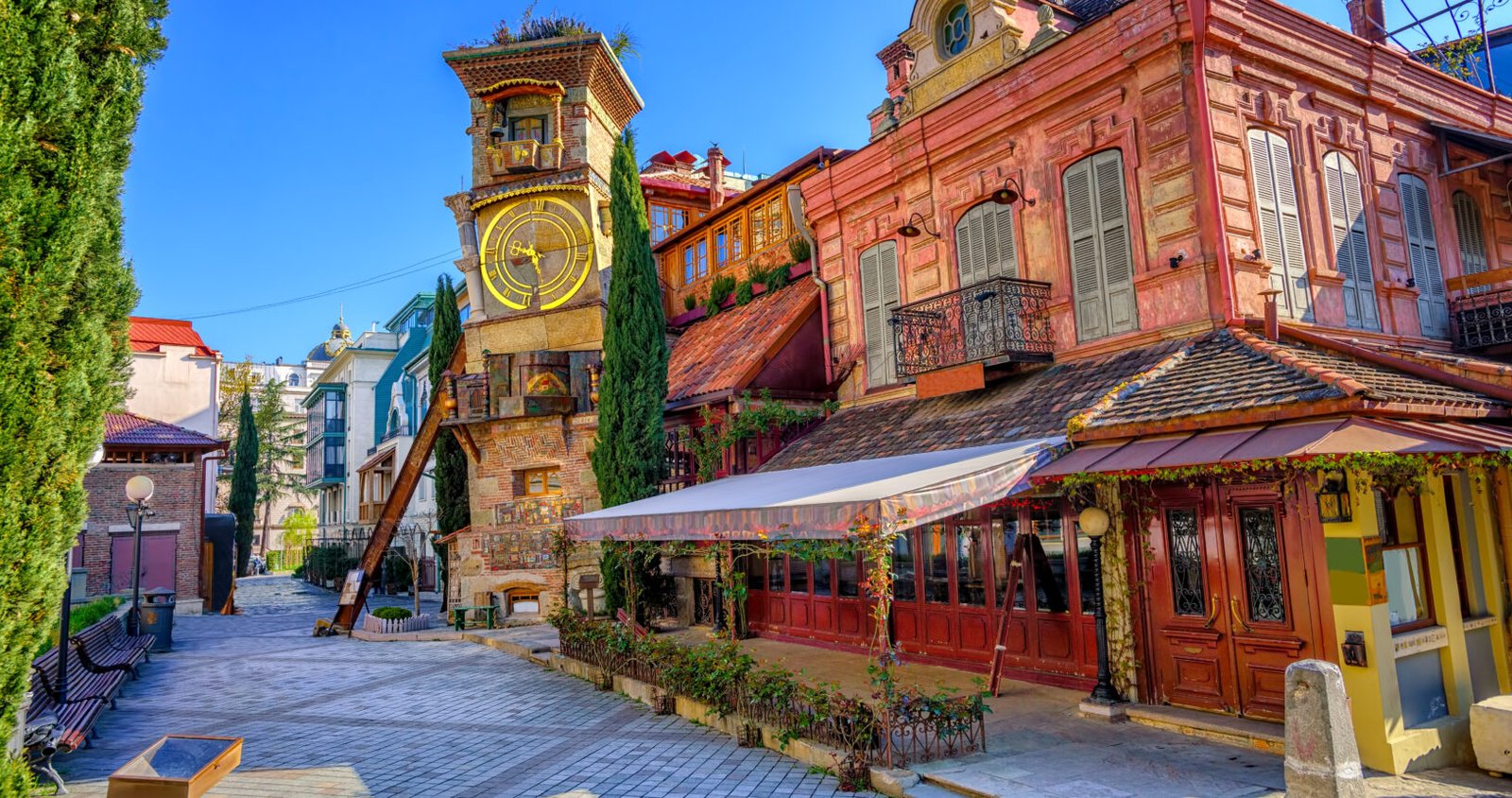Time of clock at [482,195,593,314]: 9:28
